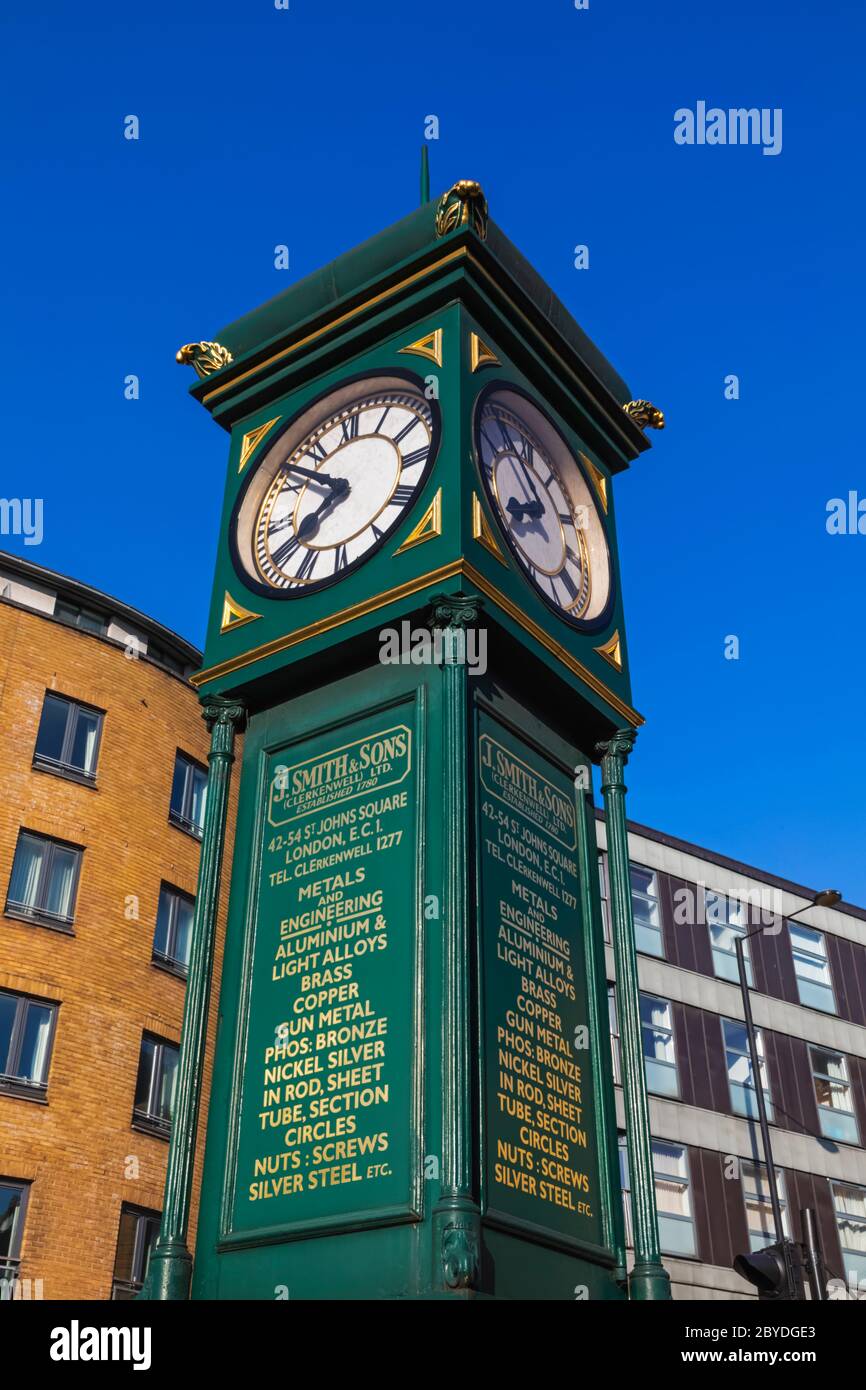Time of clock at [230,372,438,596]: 7:51
